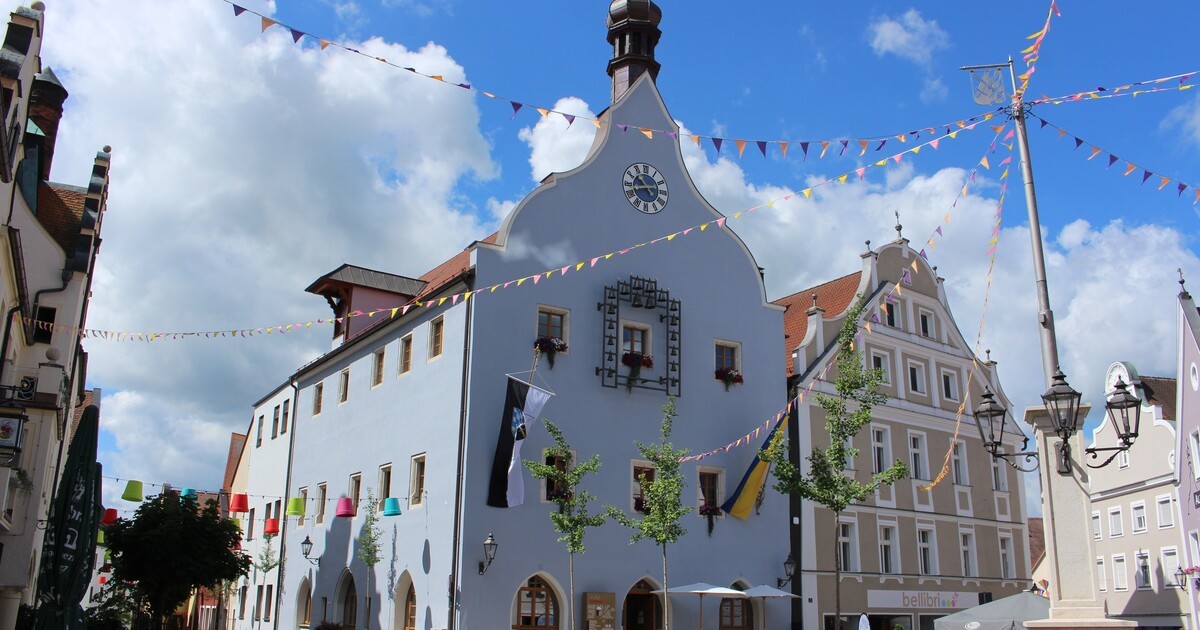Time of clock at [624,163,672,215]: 10:42
